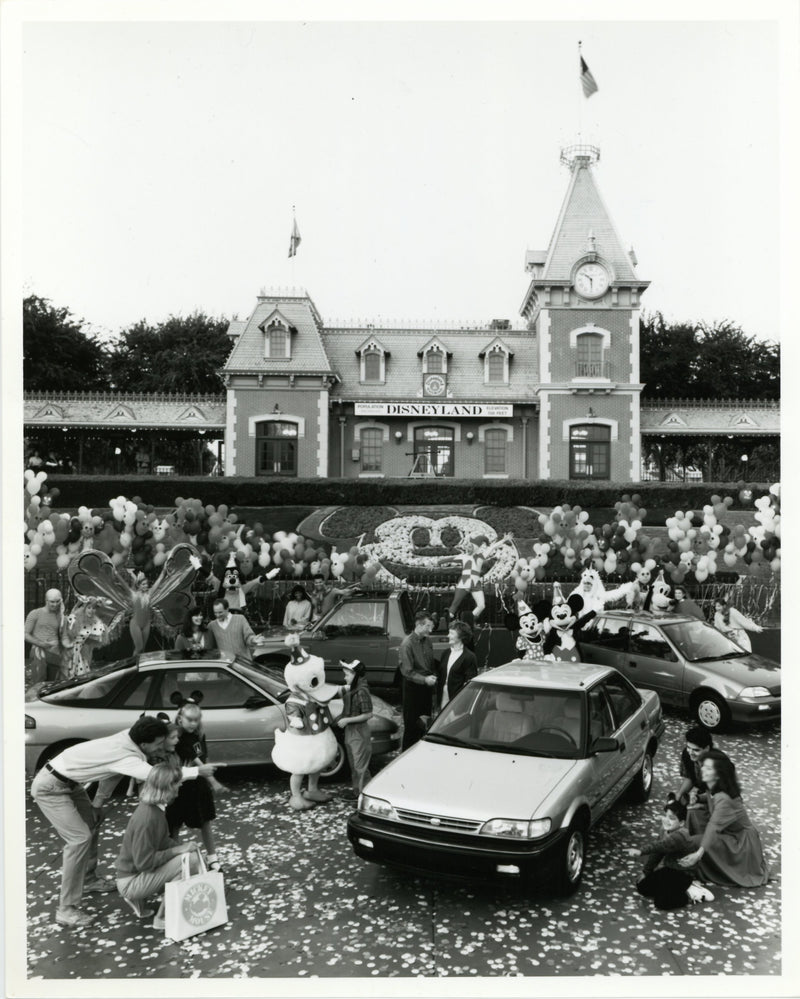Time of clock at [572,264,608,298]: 5:51
